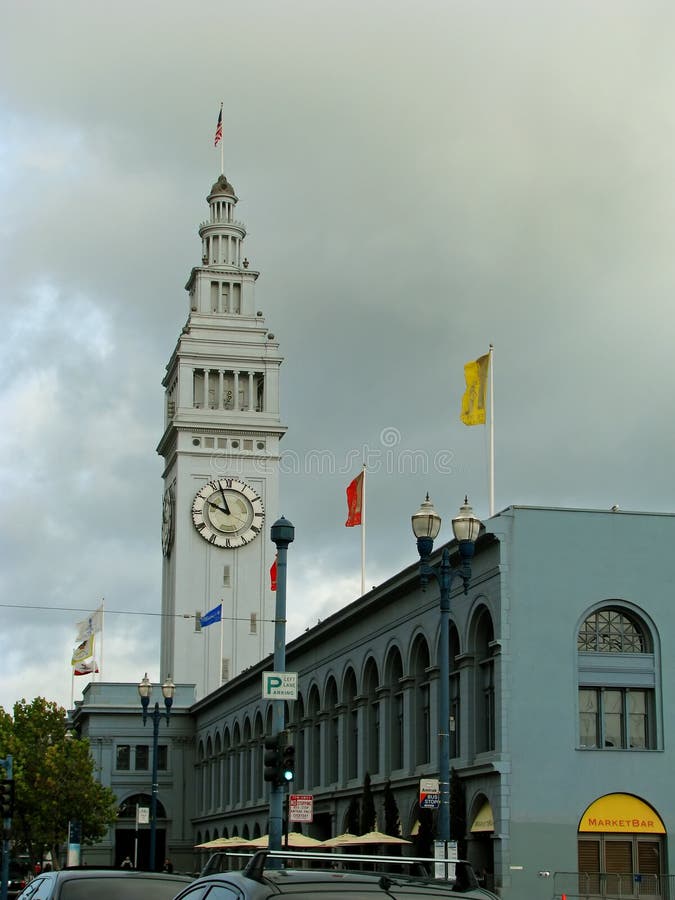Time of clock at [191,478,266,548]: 9:57
